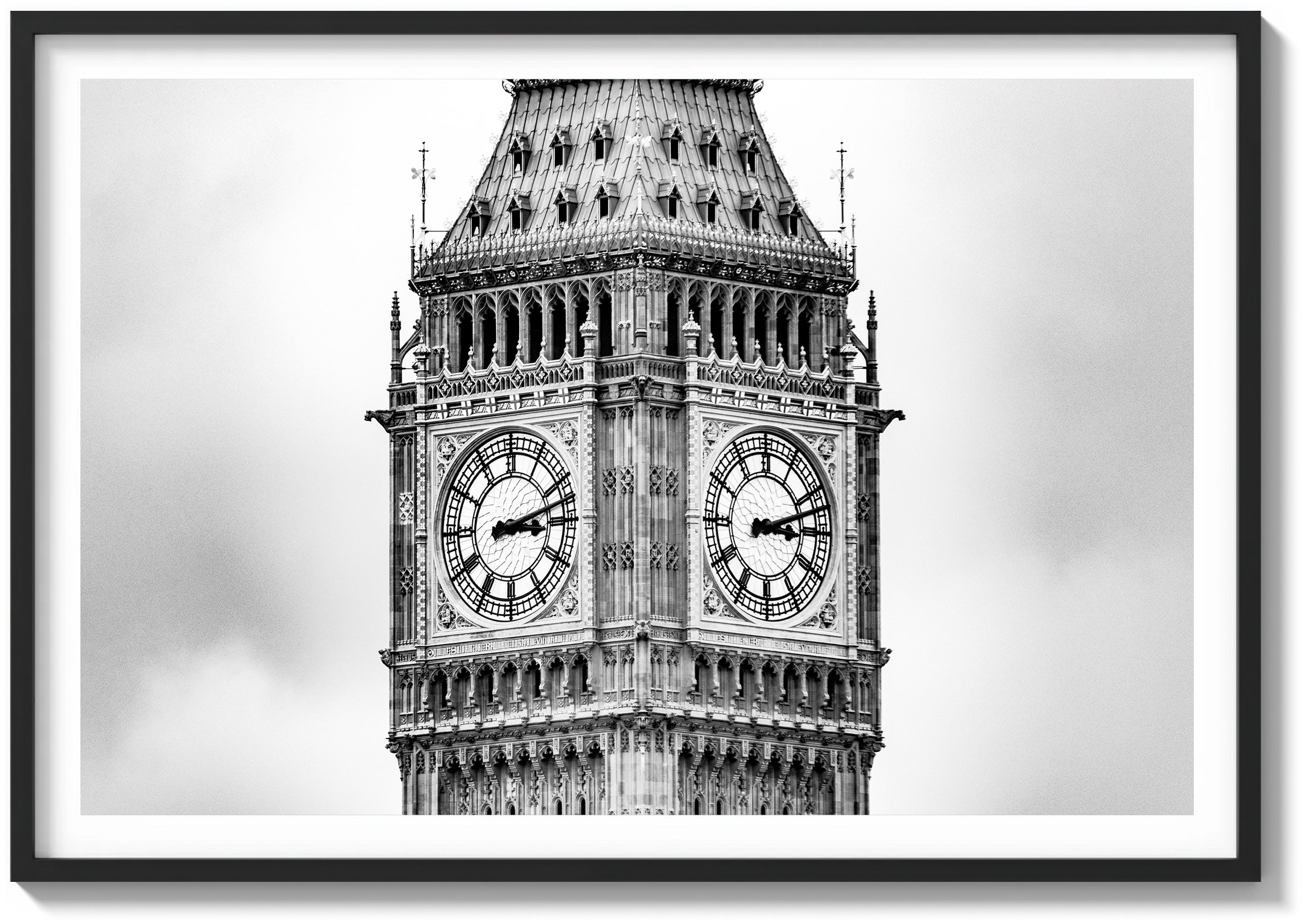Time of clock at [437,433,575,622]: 3:12
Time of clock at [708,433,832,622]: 3:12
